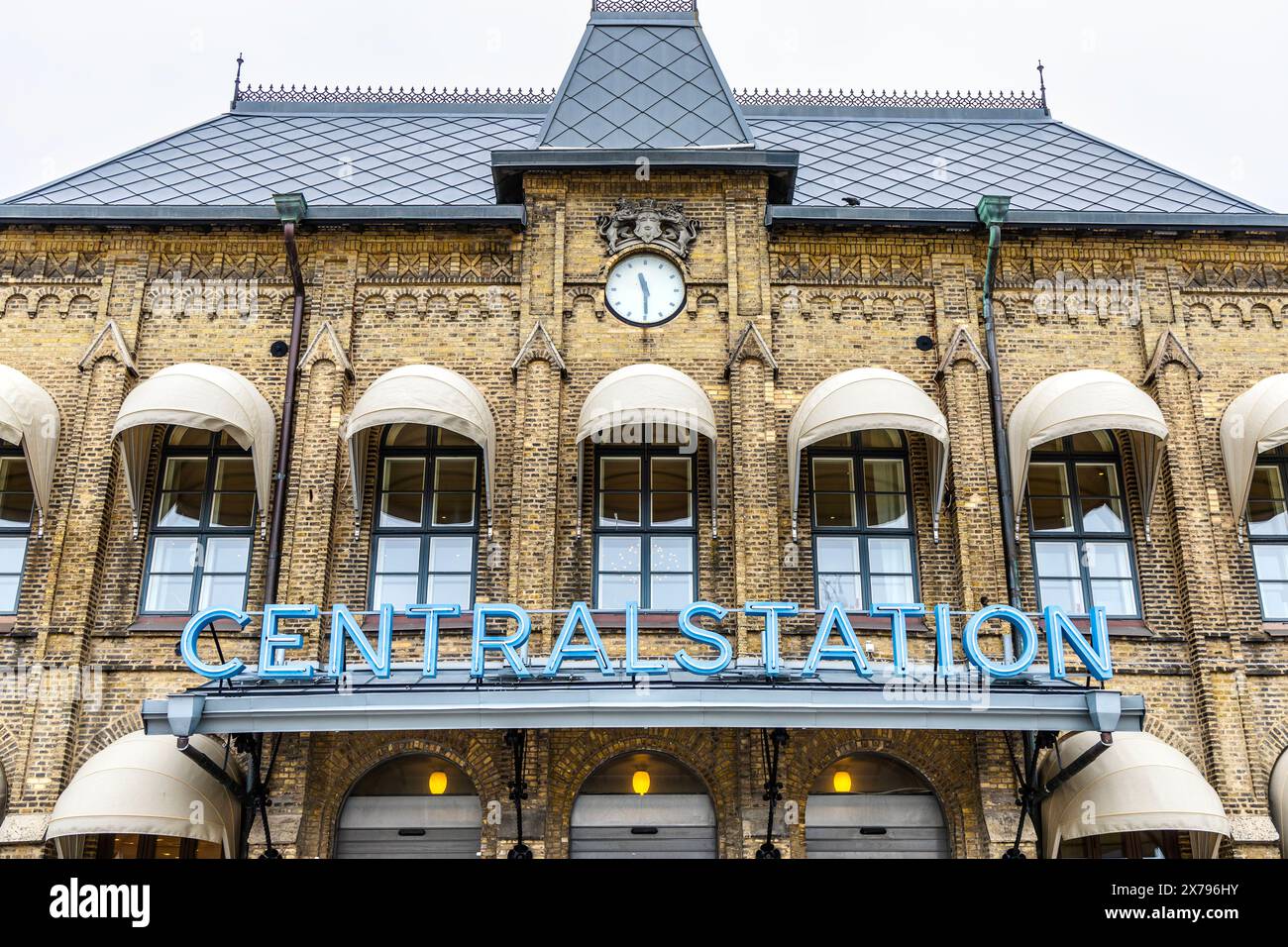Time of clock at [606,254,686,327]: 11:29
